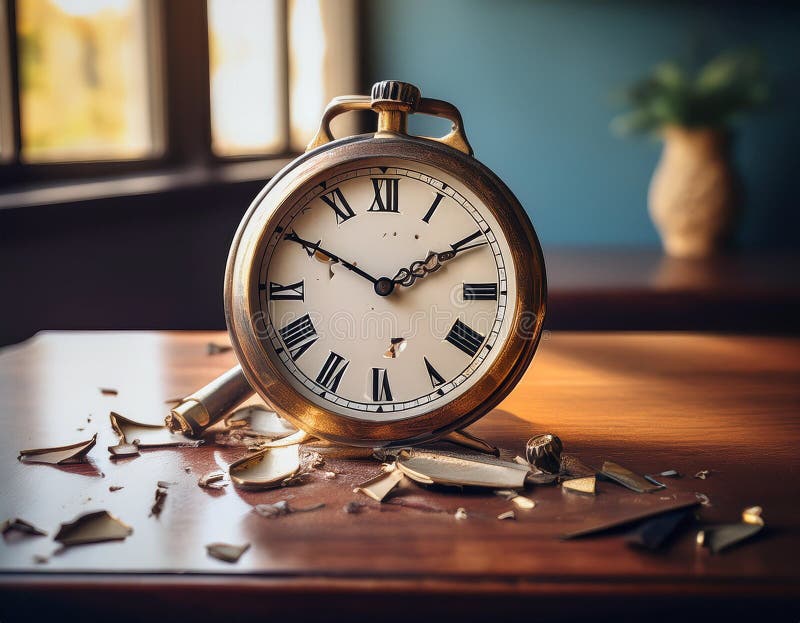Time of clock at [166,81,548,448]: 1:50
